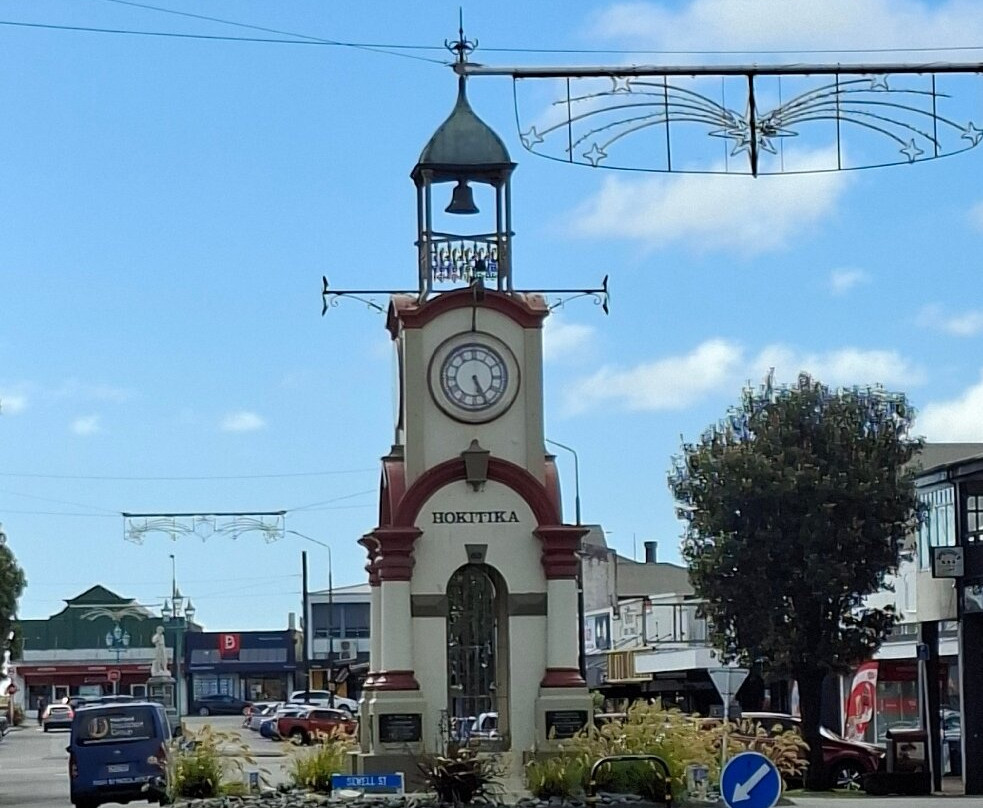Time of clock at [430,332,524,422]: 5:25
